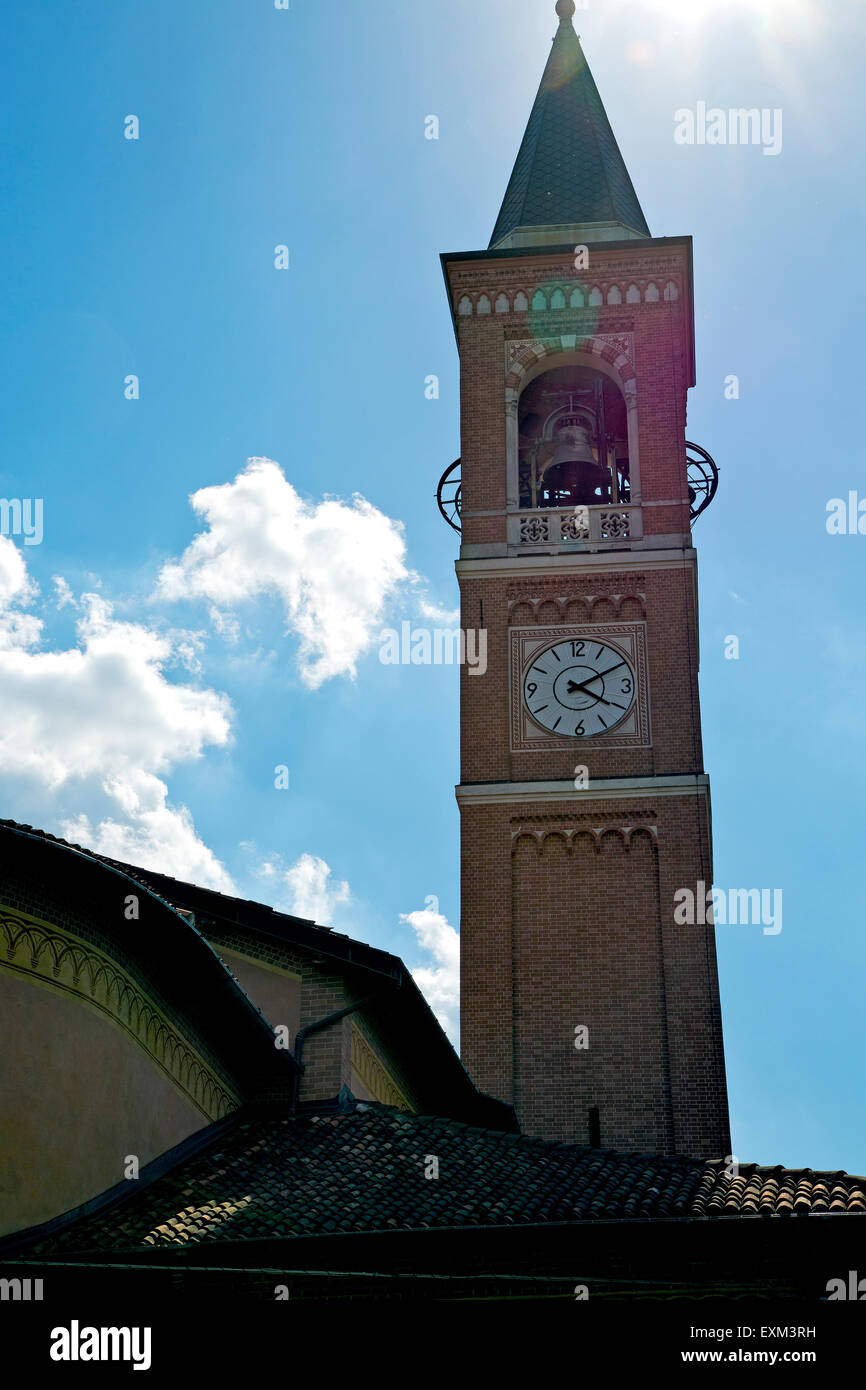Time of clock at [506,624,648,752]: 4:10
